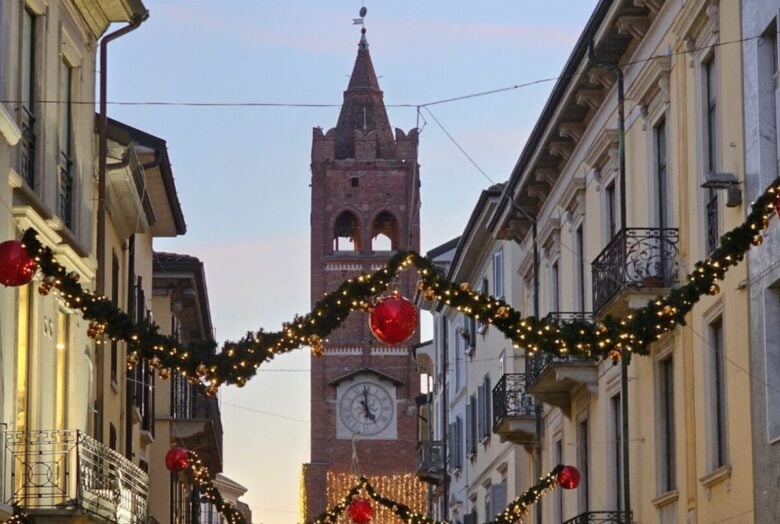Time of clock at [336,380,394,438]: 4:59
